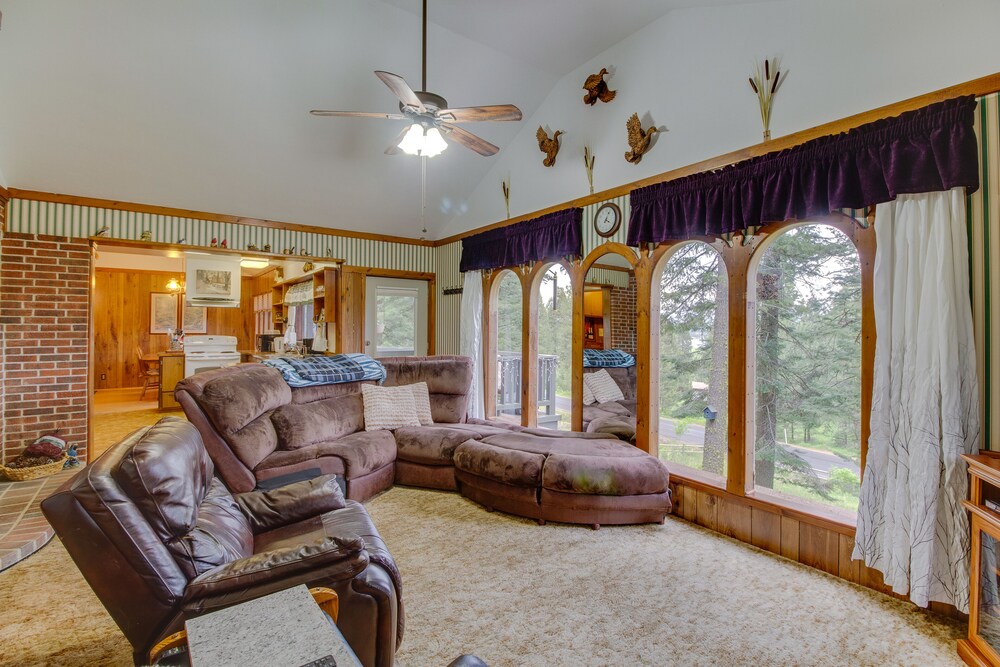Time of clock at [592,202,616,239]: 4:04
